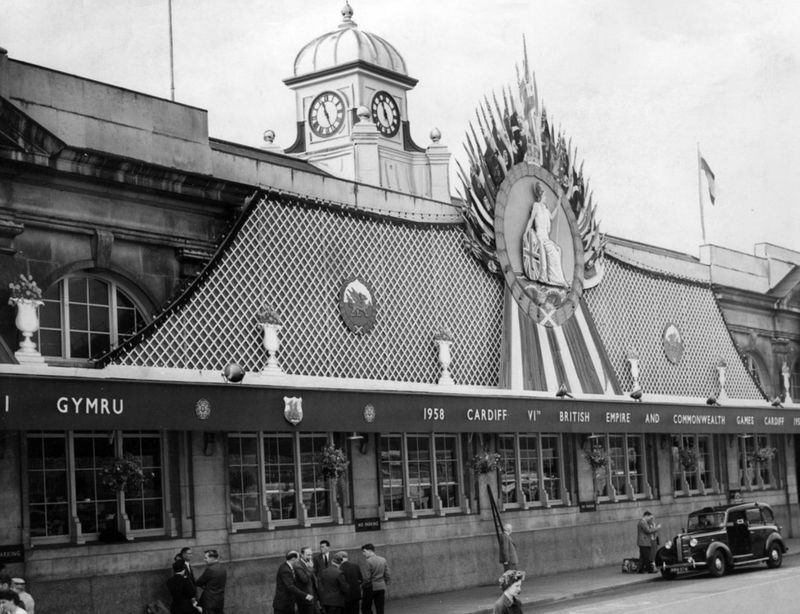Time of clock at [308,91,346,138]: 11:26
